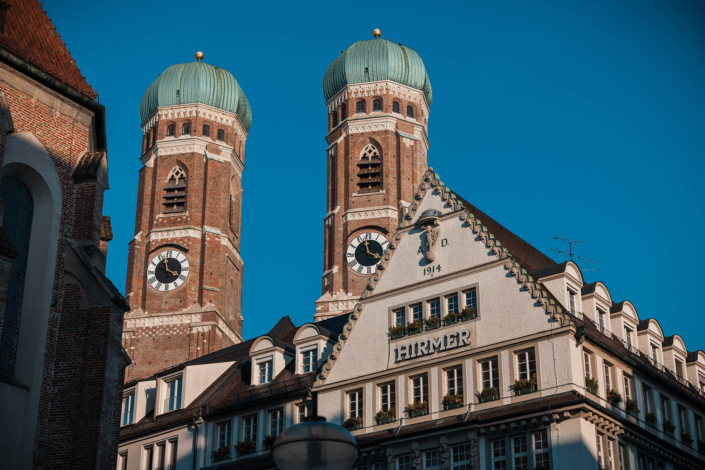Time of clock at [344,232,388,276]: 3:58
